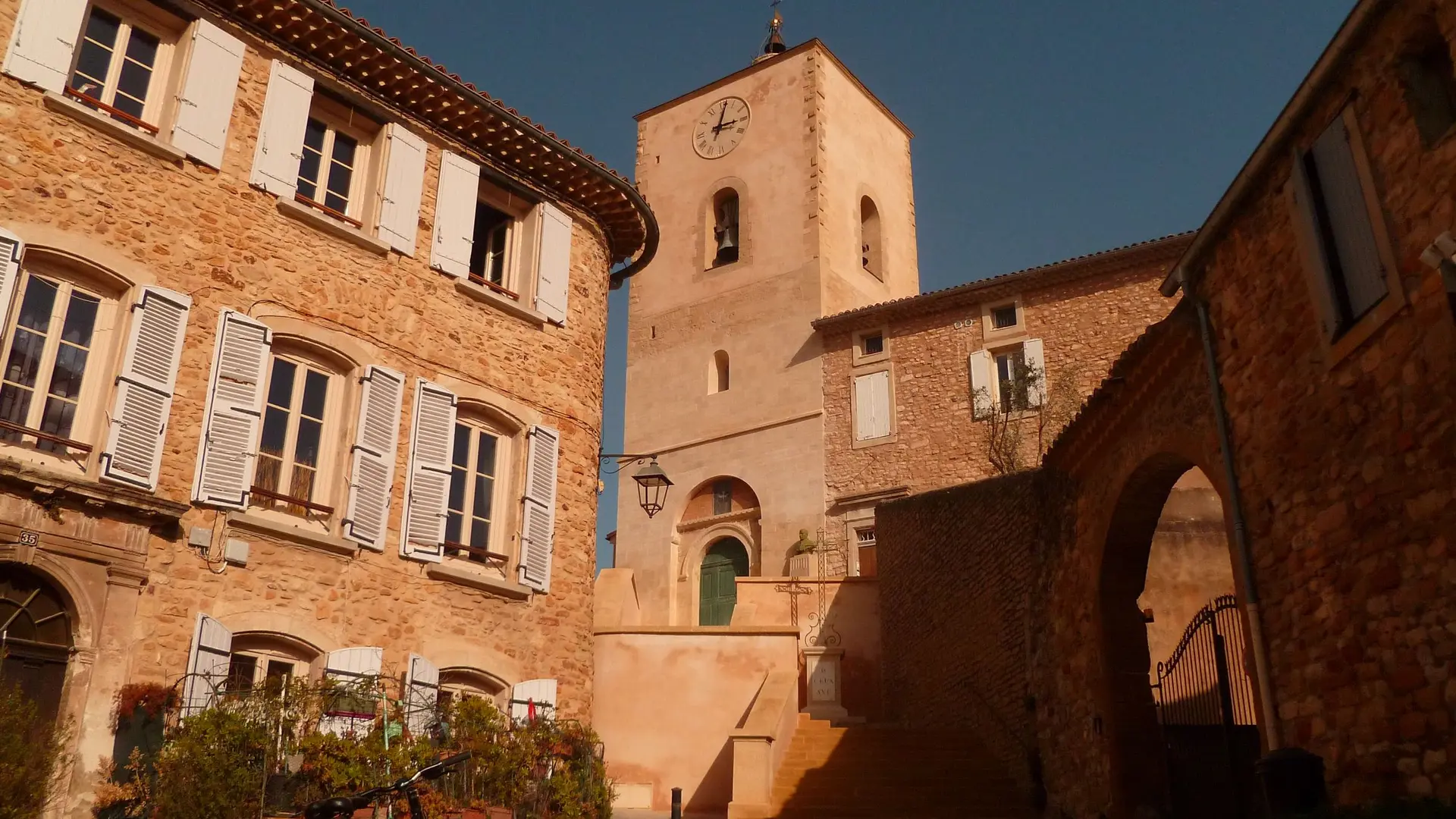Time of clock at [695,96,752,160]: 3:02
